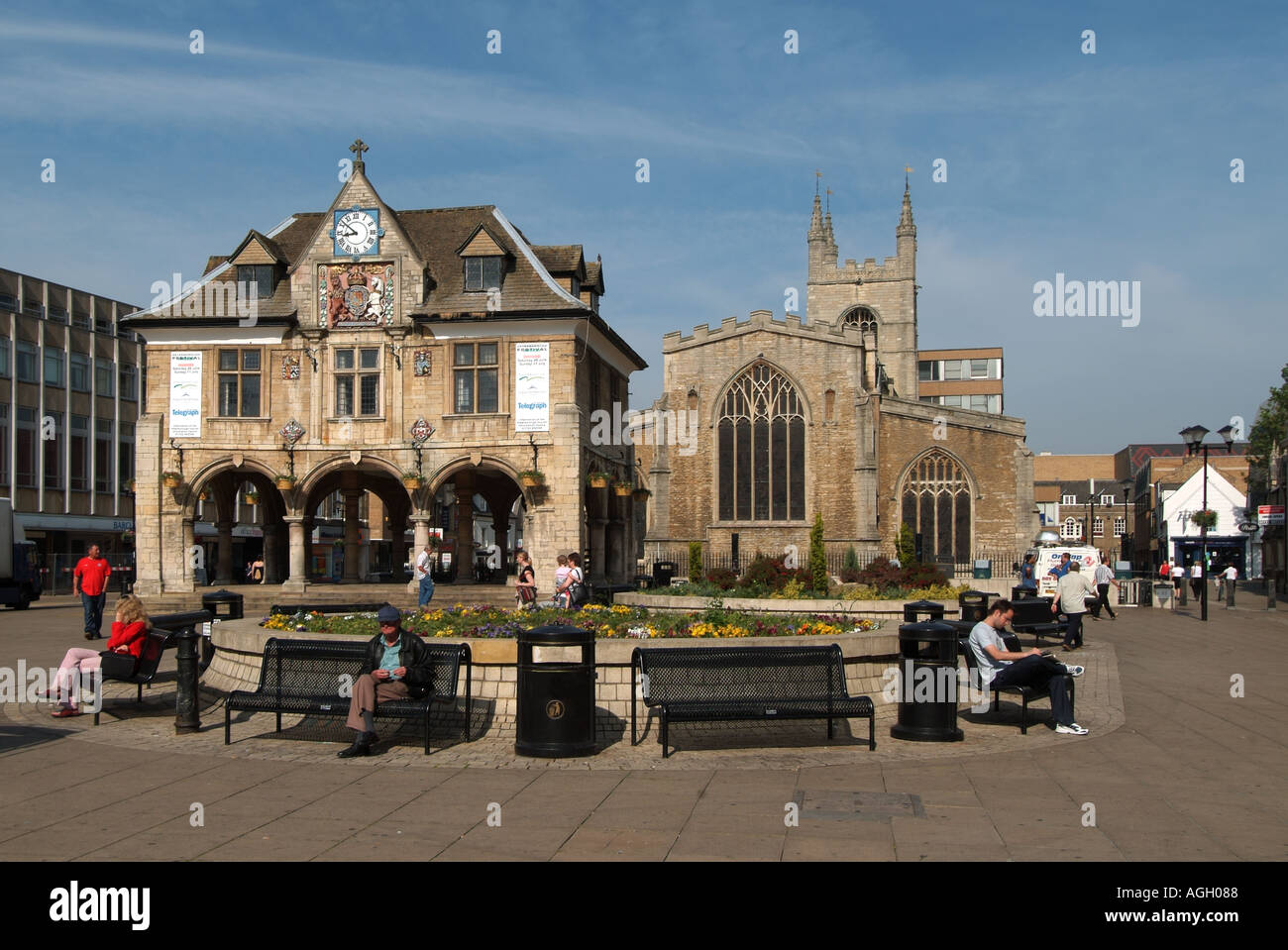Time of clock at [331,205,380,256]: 8:51
